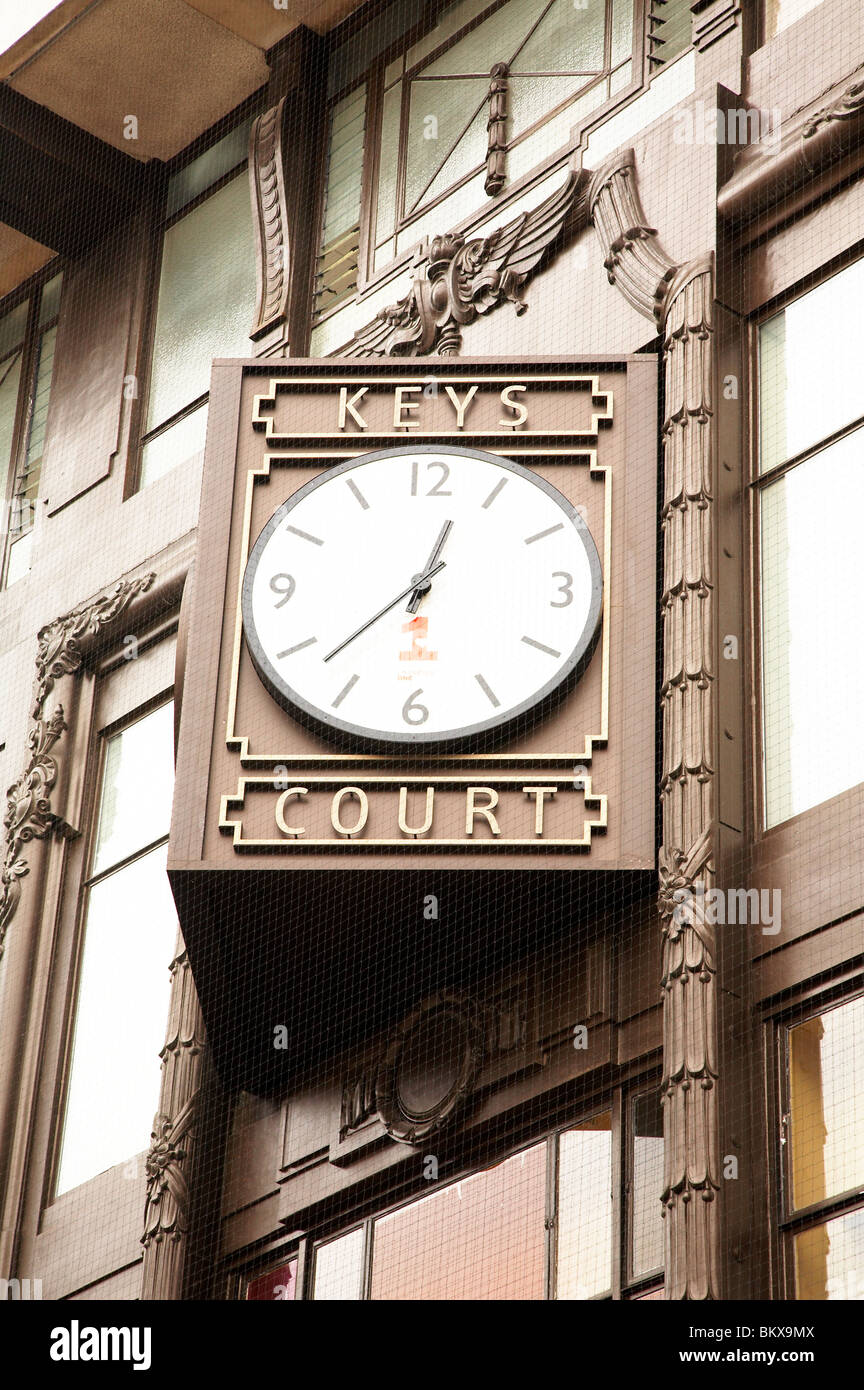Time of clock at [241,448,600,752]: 12:37
